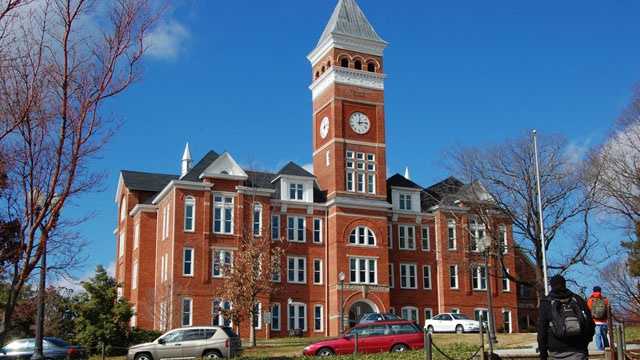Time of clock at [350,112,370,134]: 12:13
